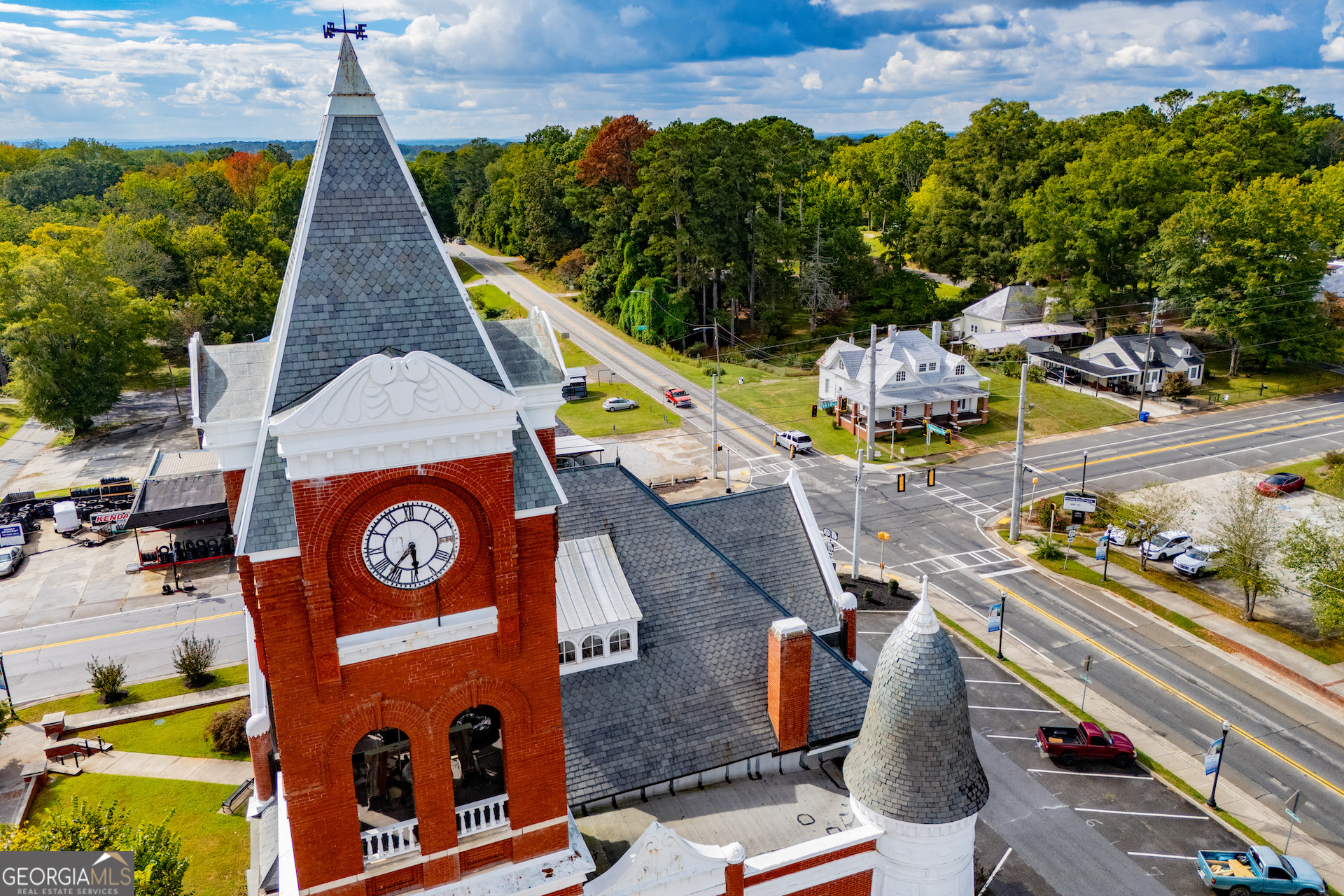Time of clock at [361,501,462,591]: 5:36
